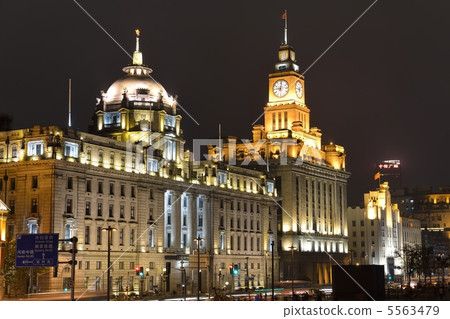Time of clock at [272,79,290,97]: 9:01
